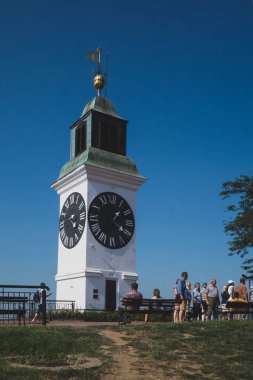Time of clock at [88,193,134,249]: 1:20
